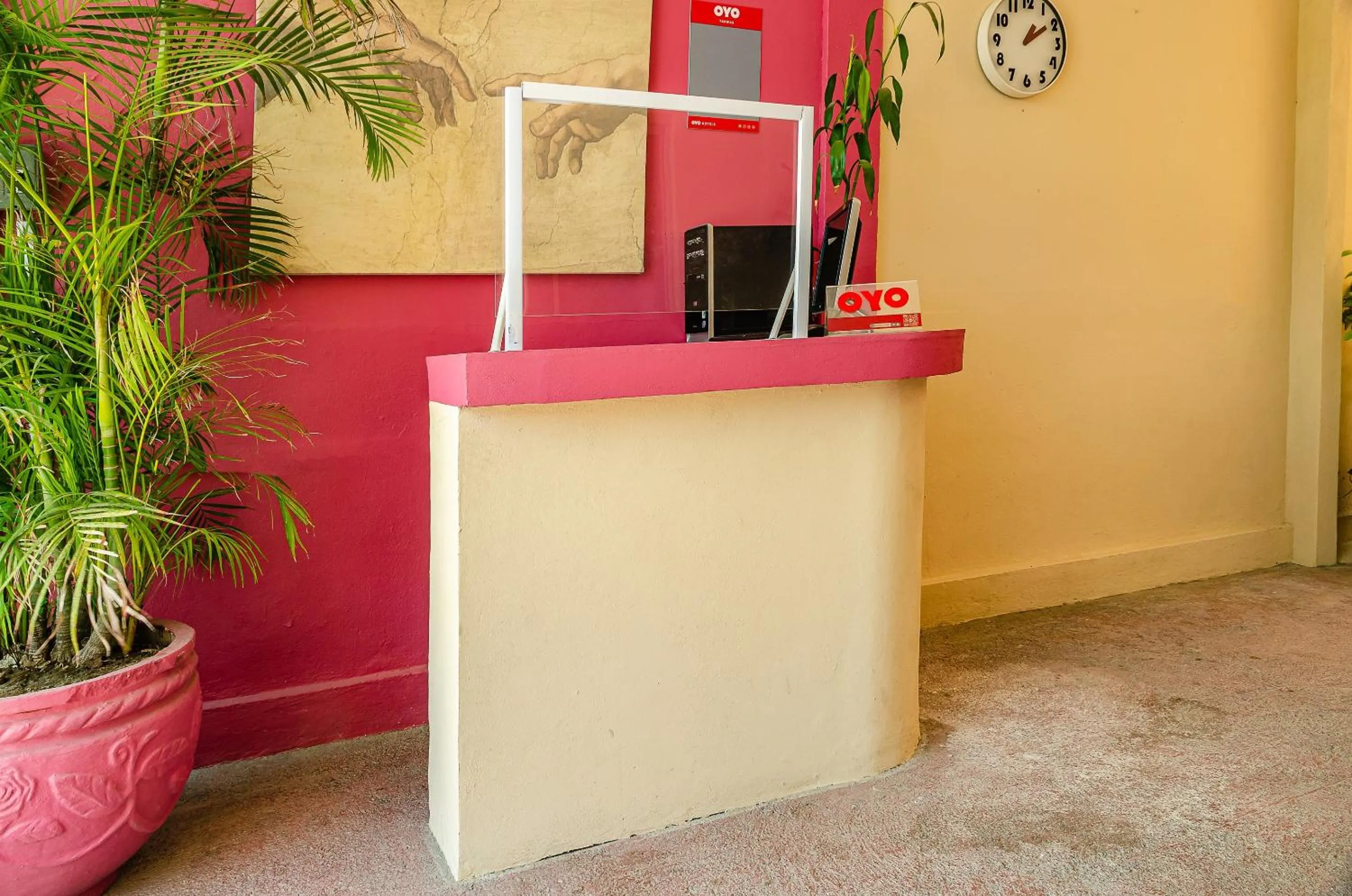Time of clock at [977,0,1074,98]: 1:09
